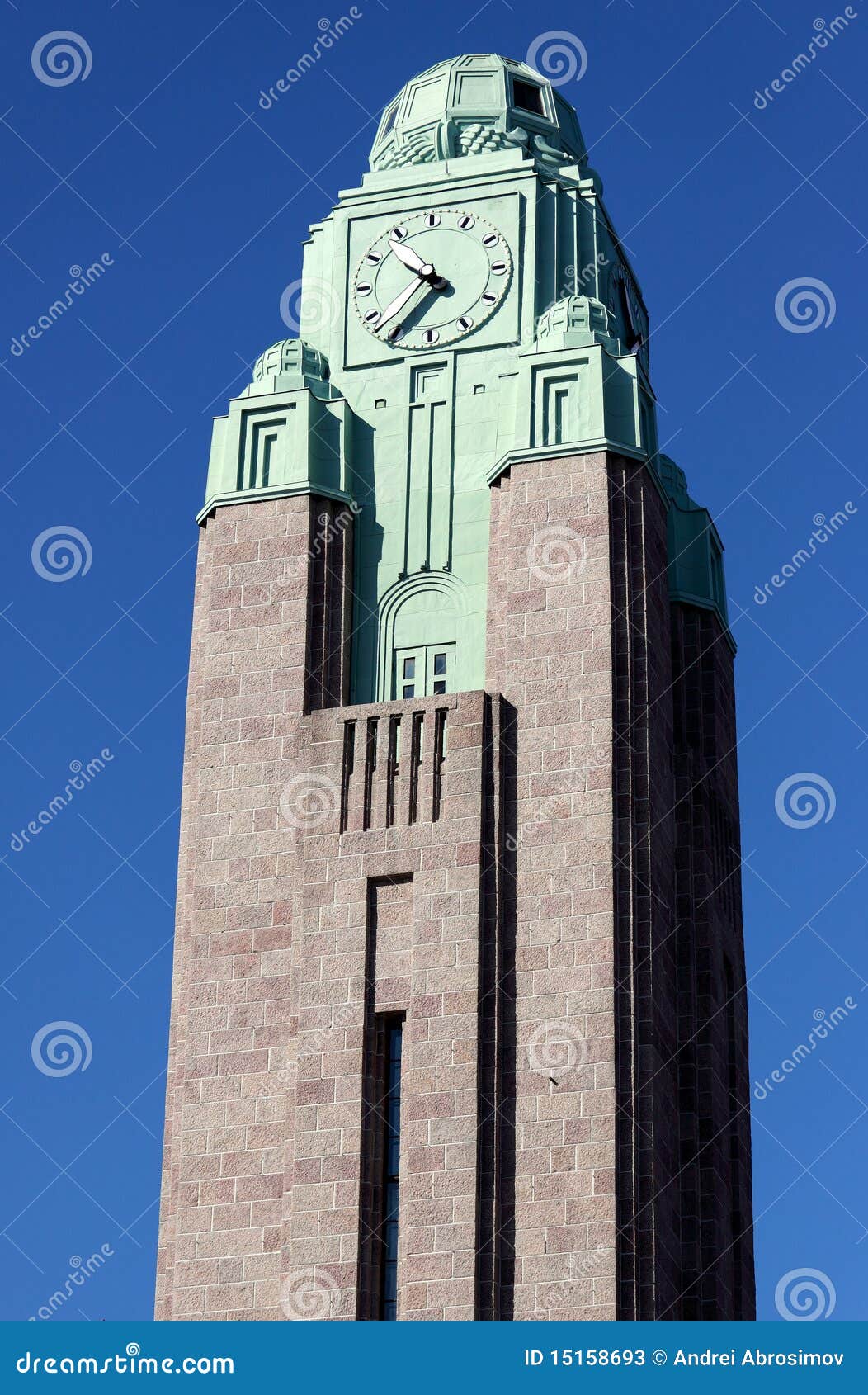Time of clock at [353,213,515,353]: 10:36
